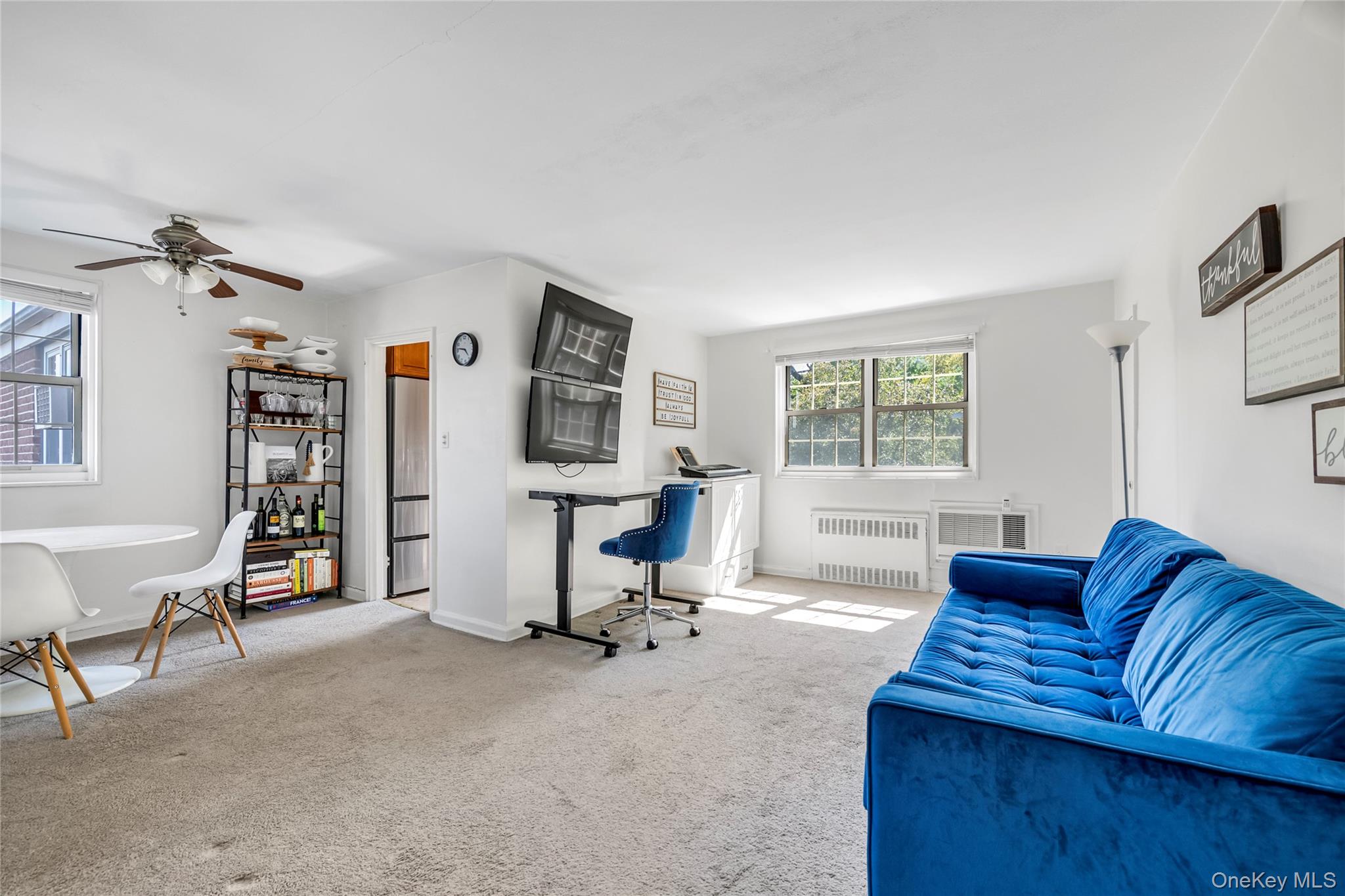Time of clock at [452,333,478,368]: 4:46
